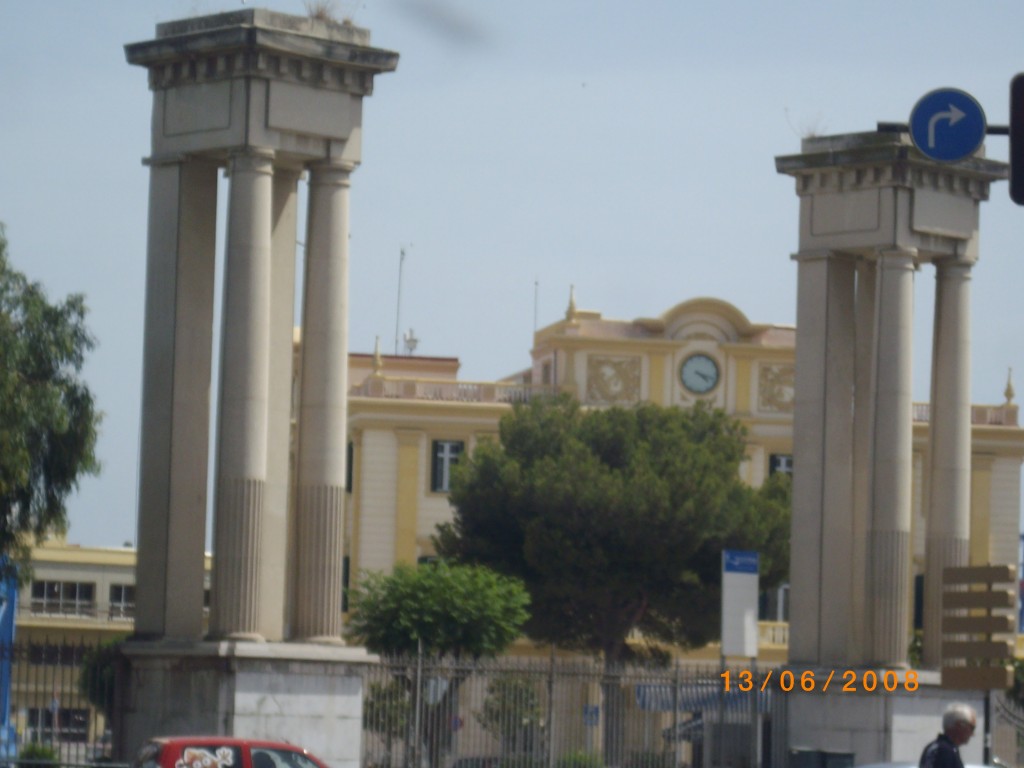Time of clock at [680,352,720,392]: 4:17
